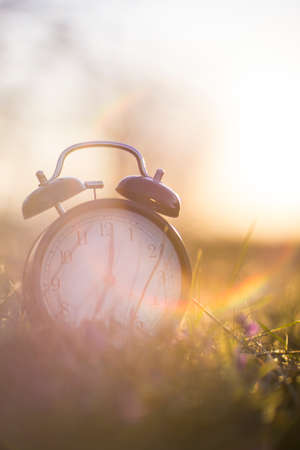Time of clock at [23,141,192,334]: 7:01
